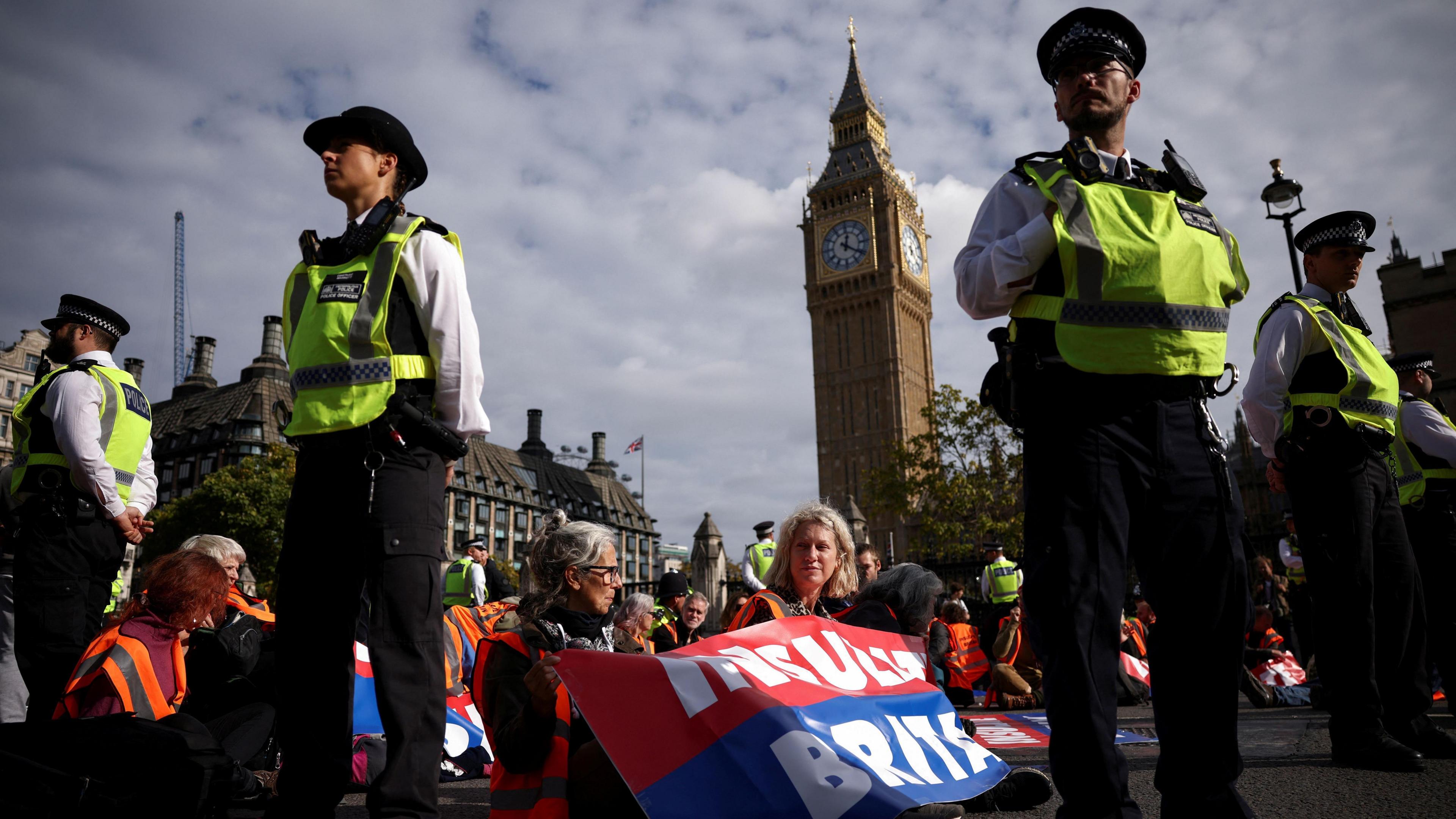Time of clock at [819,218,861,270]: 12:20
